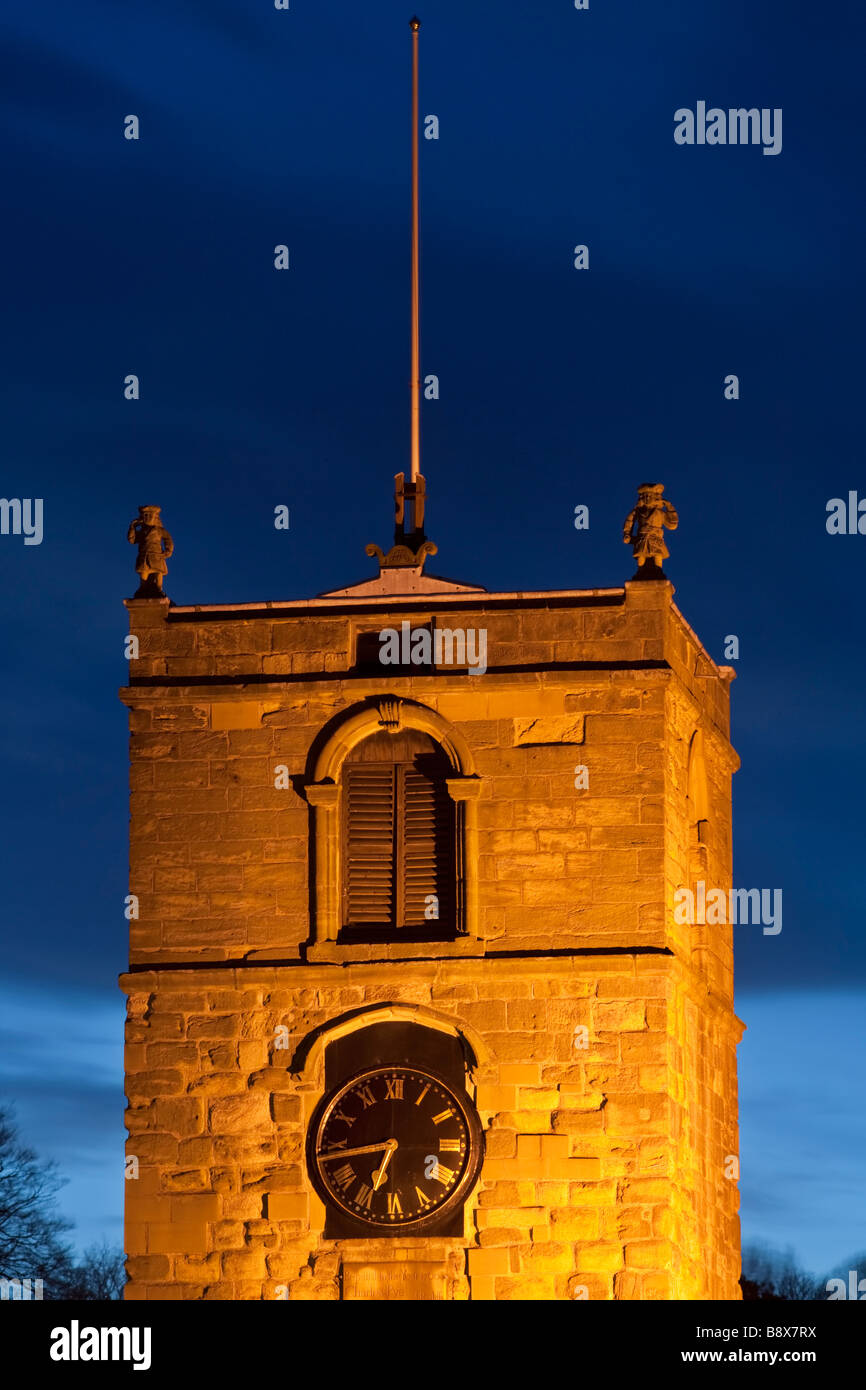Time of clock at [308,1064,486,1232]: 6:43
